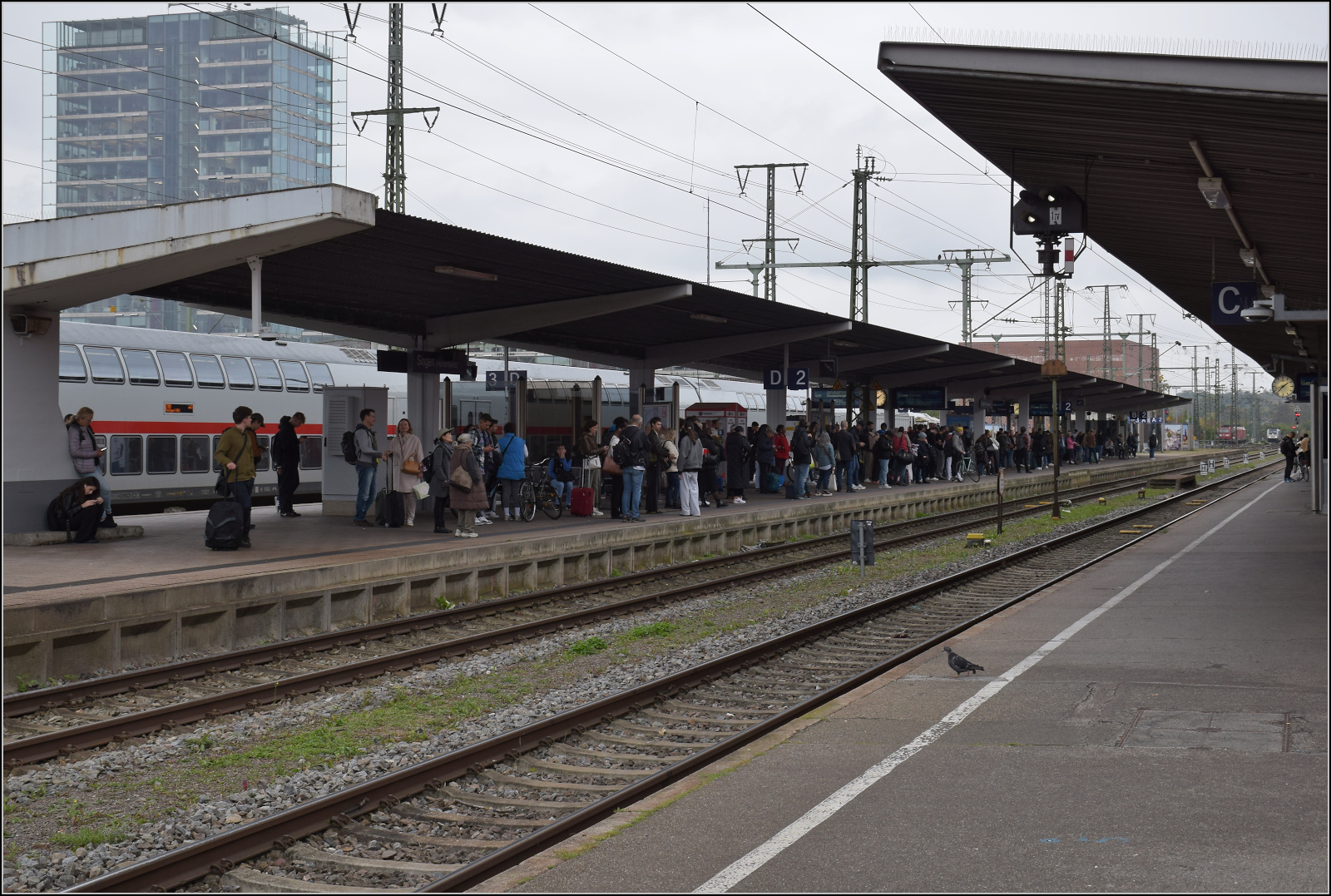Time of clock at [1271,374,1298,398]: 1:36
